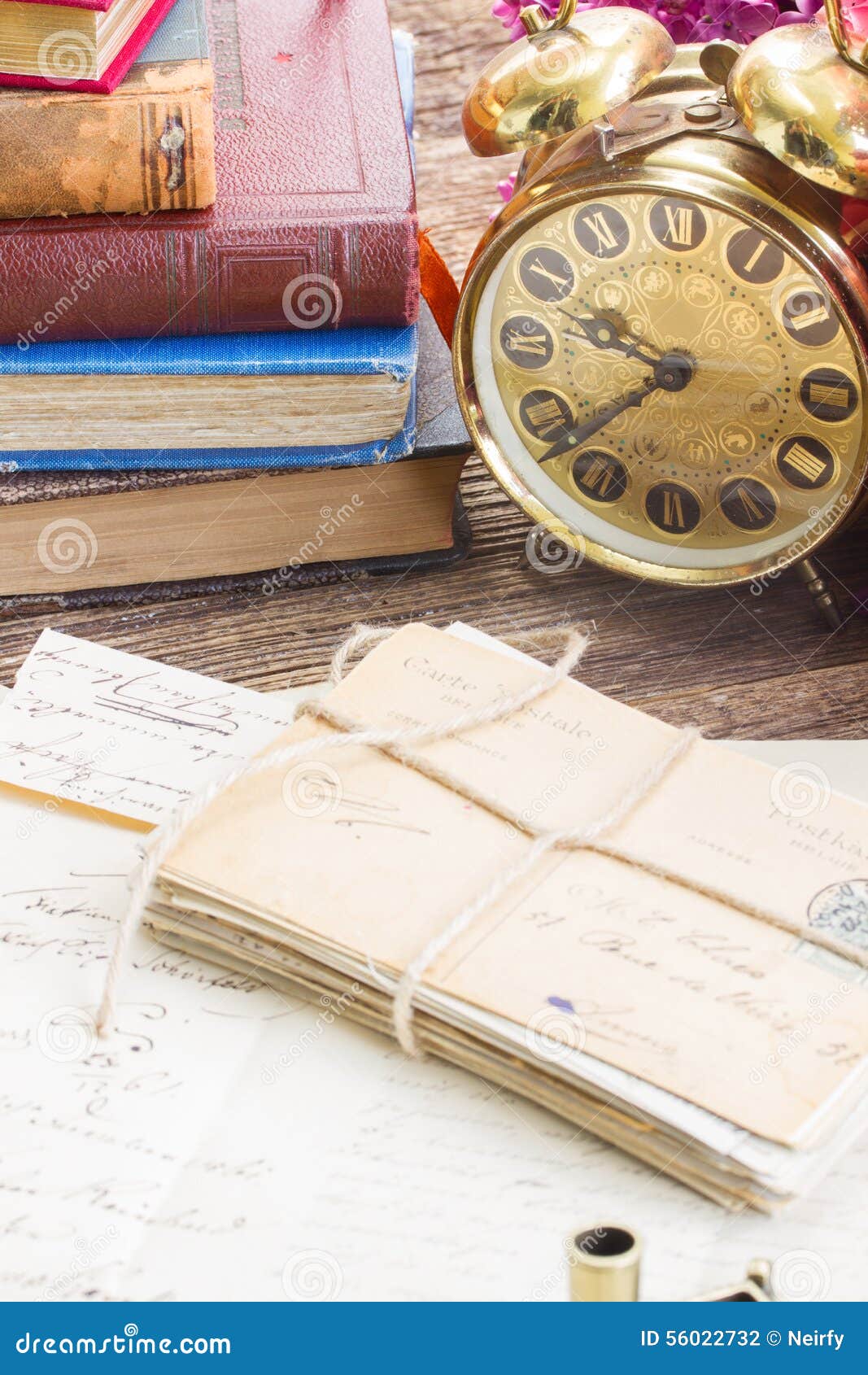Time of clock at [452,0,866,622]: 9:38
